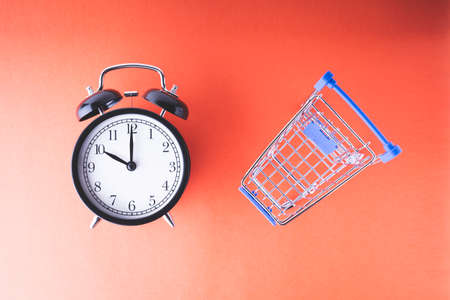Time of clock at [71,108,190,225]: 10:00
